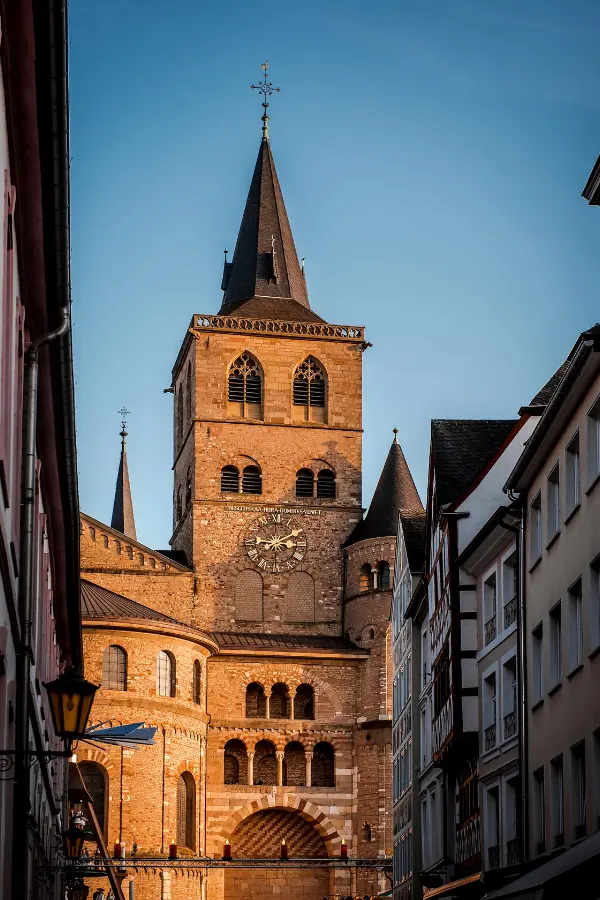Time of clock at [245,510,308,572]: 9:10
